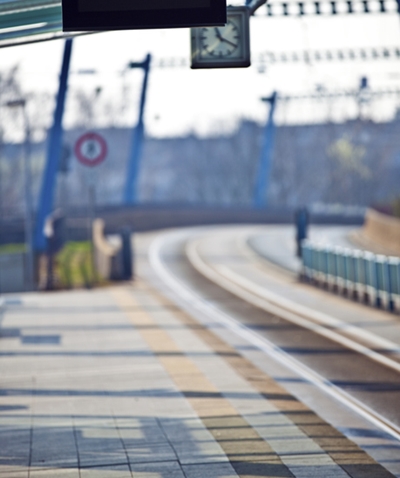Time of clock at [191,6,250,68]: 11:19
